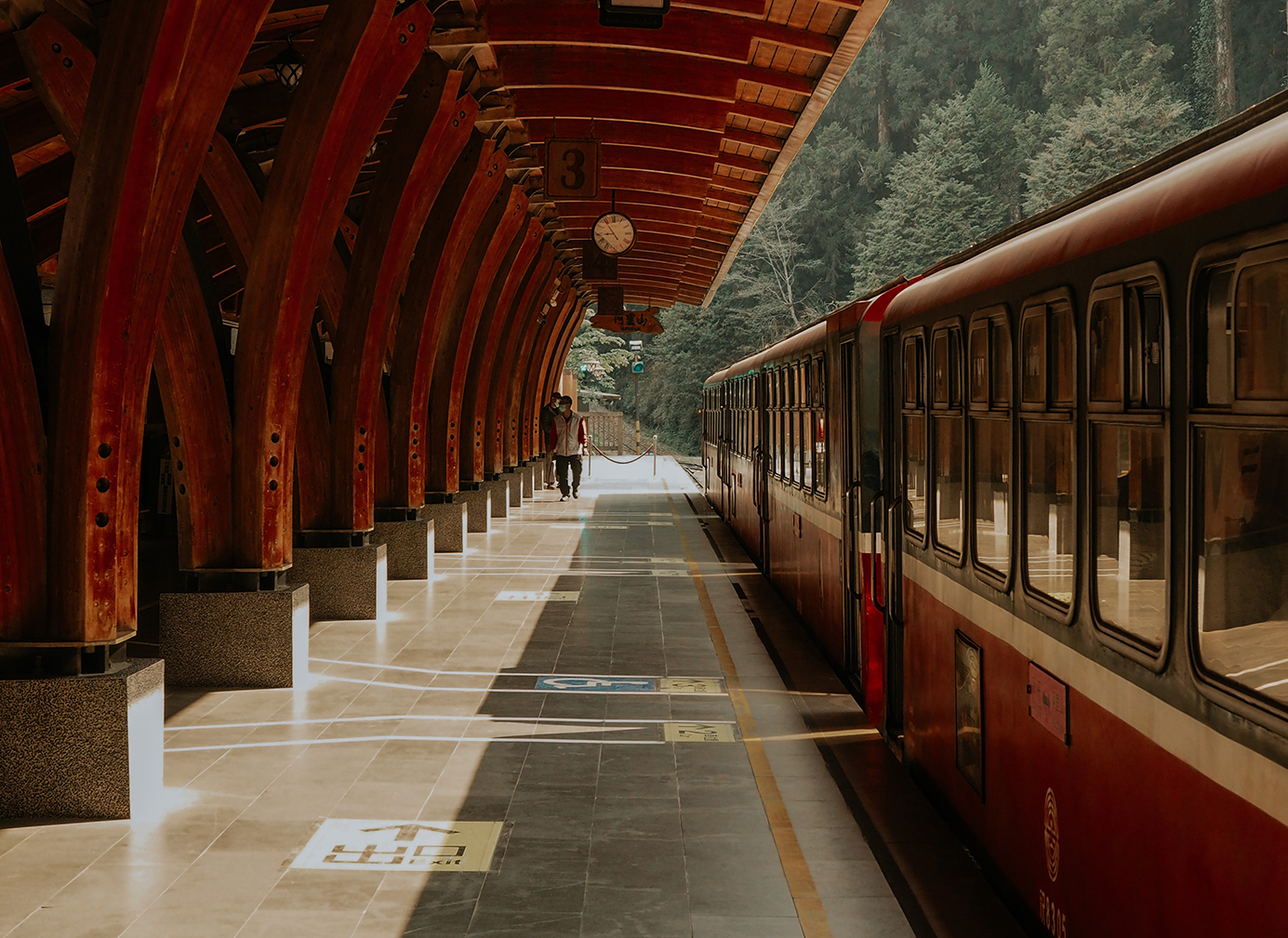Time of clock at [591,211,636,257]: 8:54
